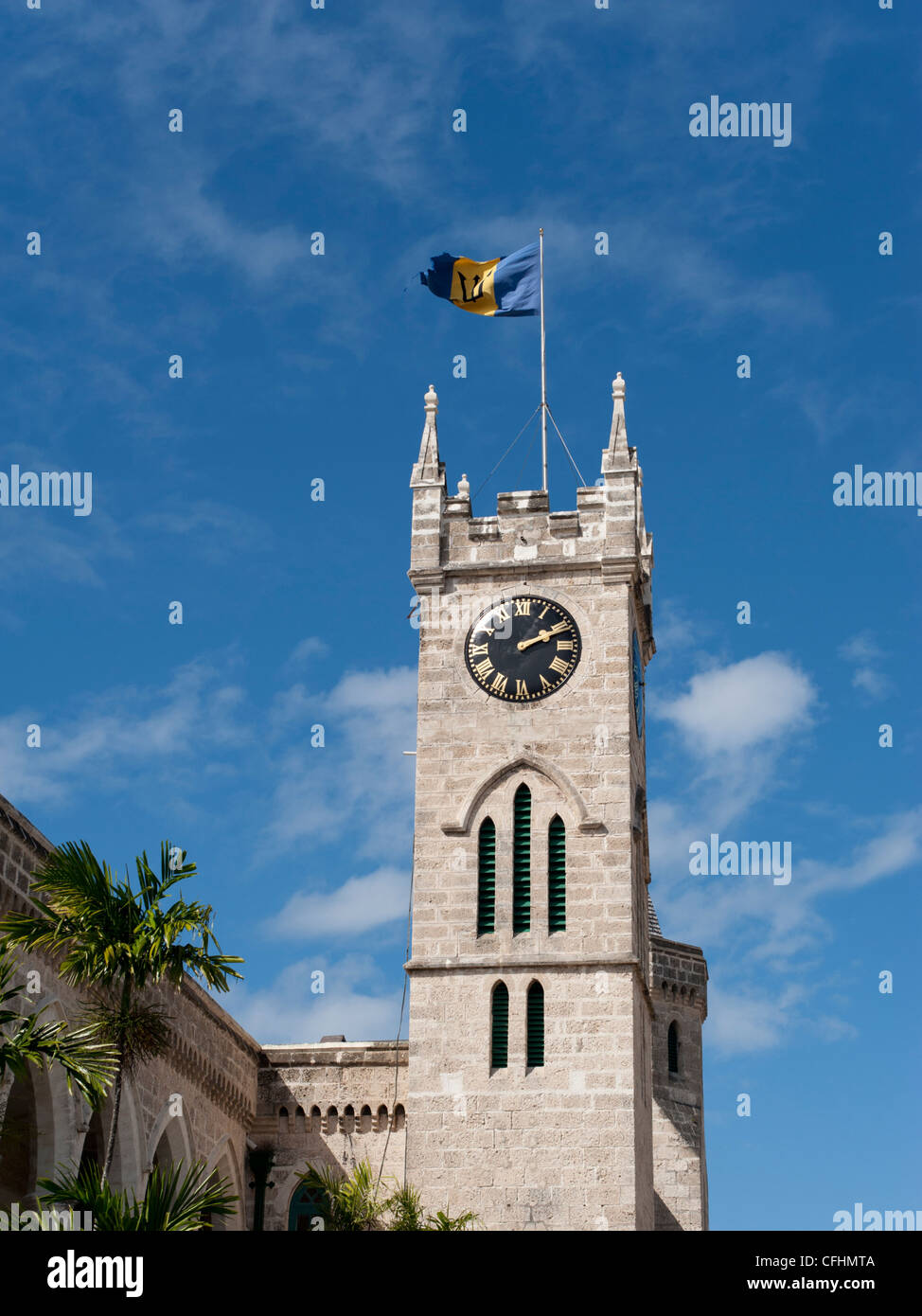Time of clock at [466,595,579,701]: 2:11
